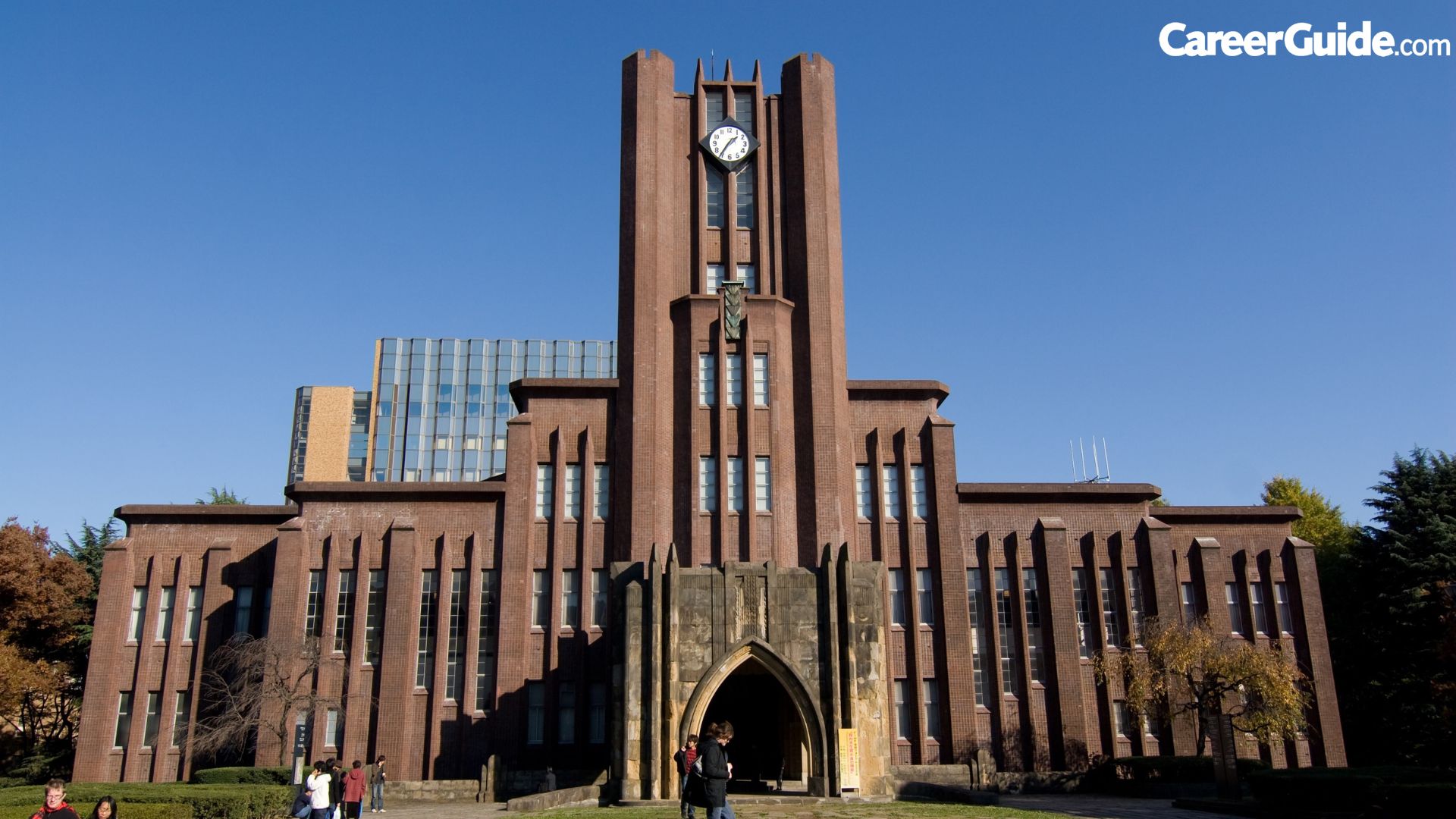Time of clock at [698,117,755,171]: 1:35
